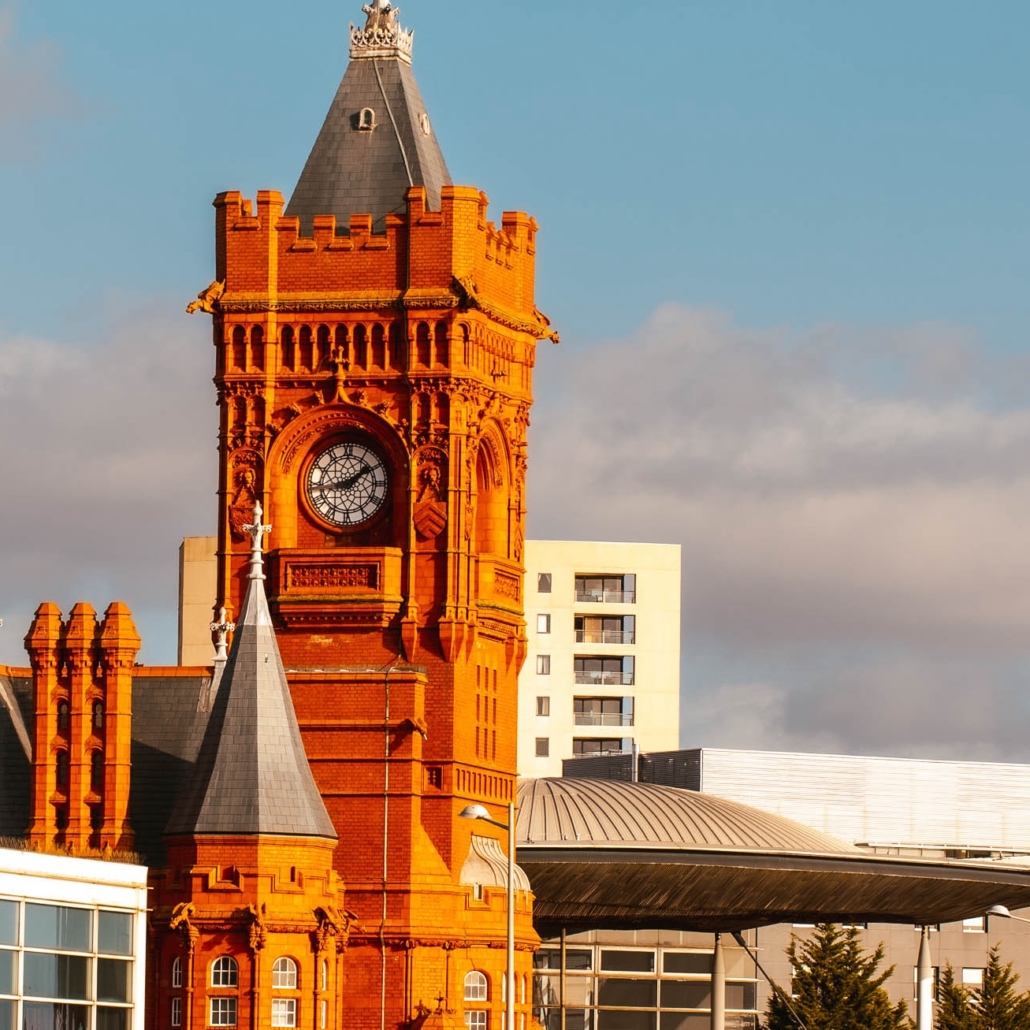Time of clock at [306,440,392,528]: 1:43
